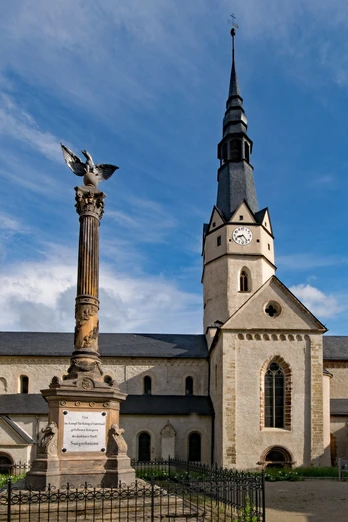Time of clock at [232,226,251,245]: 8:23
